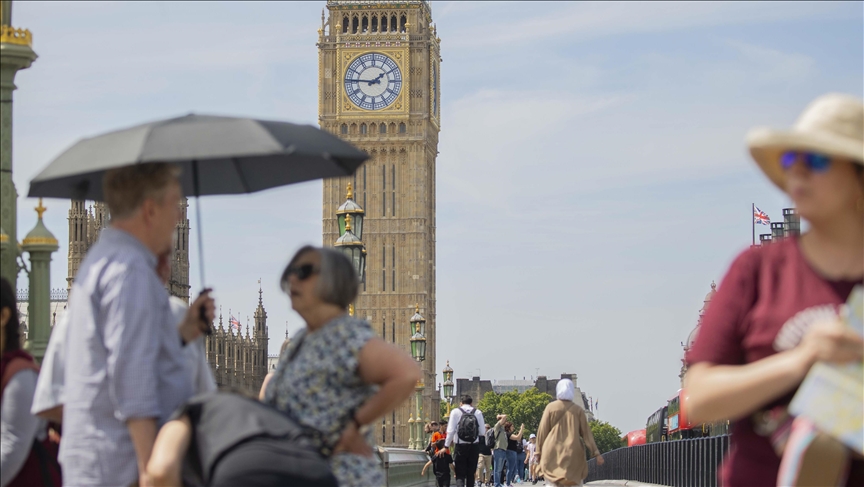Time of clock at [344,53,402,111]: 1:46
